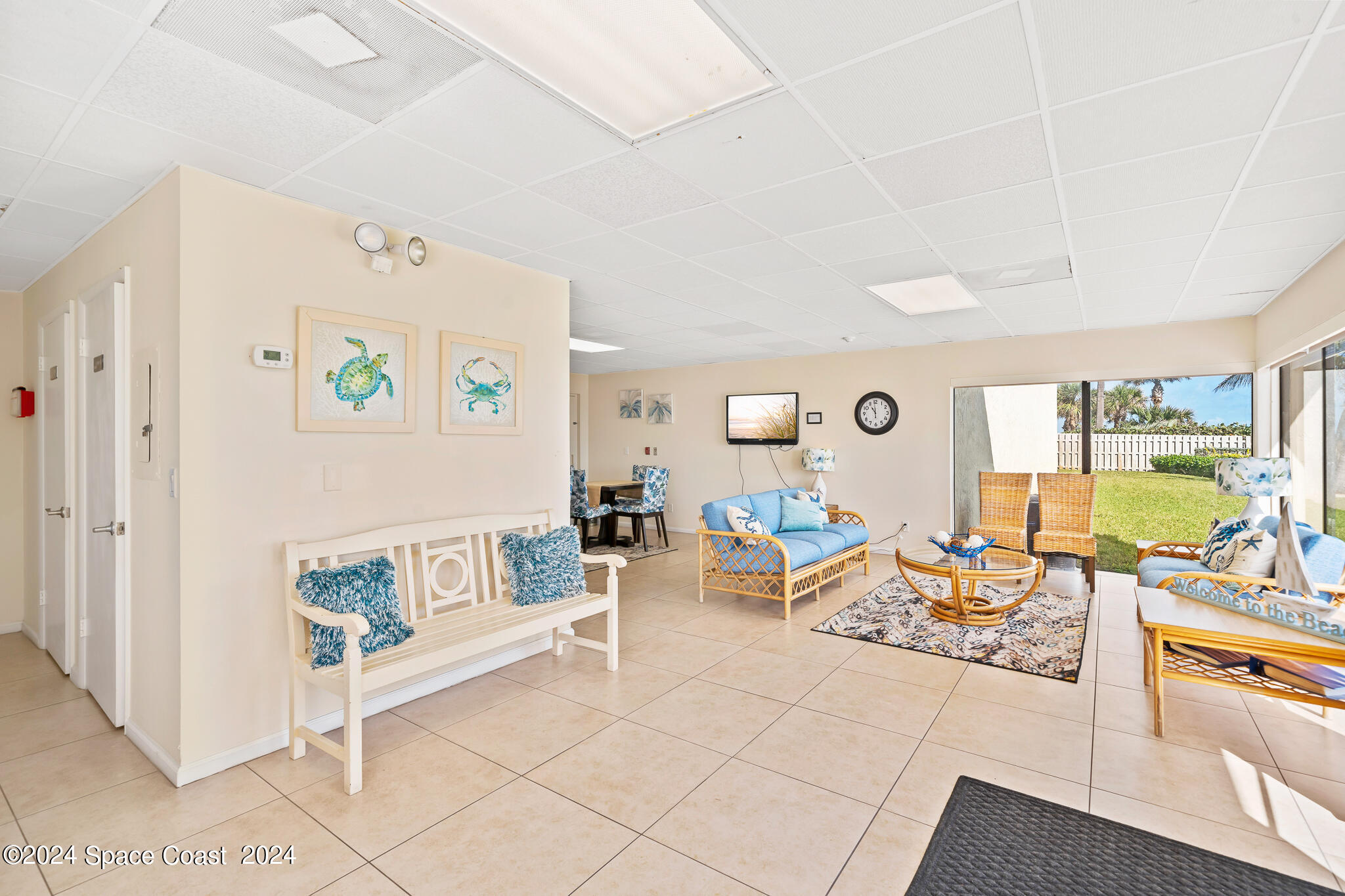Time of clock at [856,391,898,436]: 10:59
